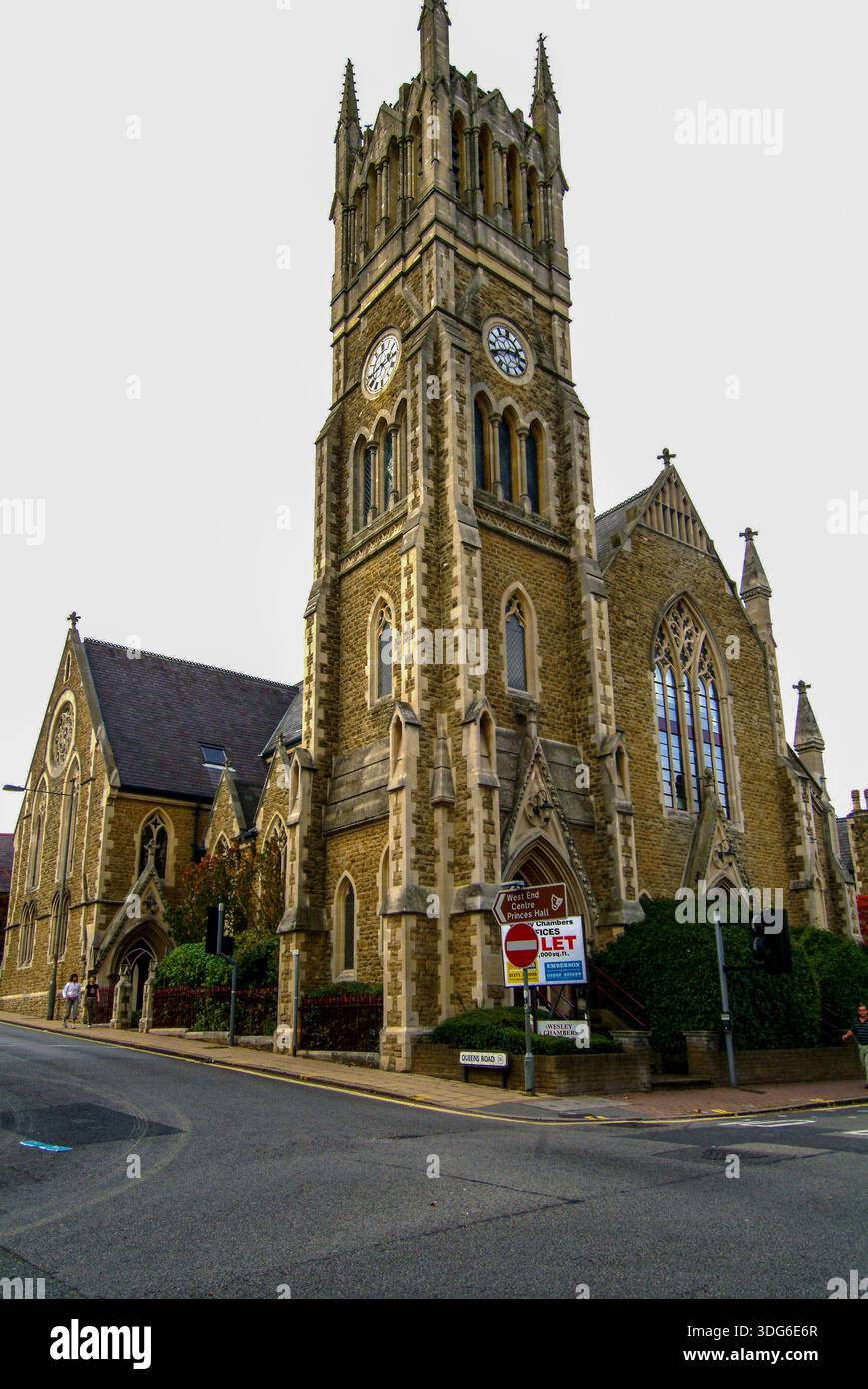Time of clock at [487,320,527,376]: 2:40
